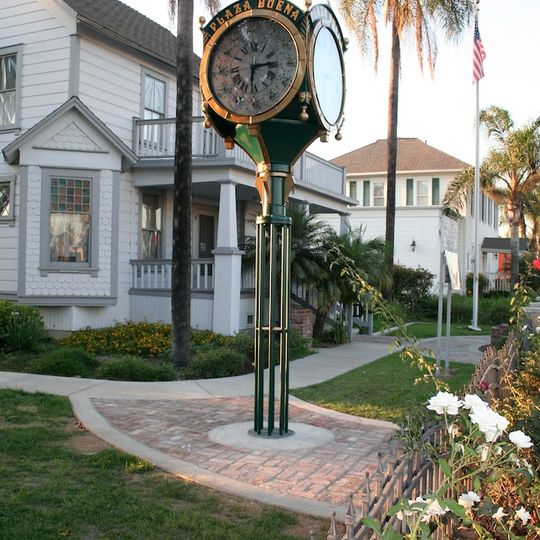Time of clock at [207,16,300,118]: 6:14
